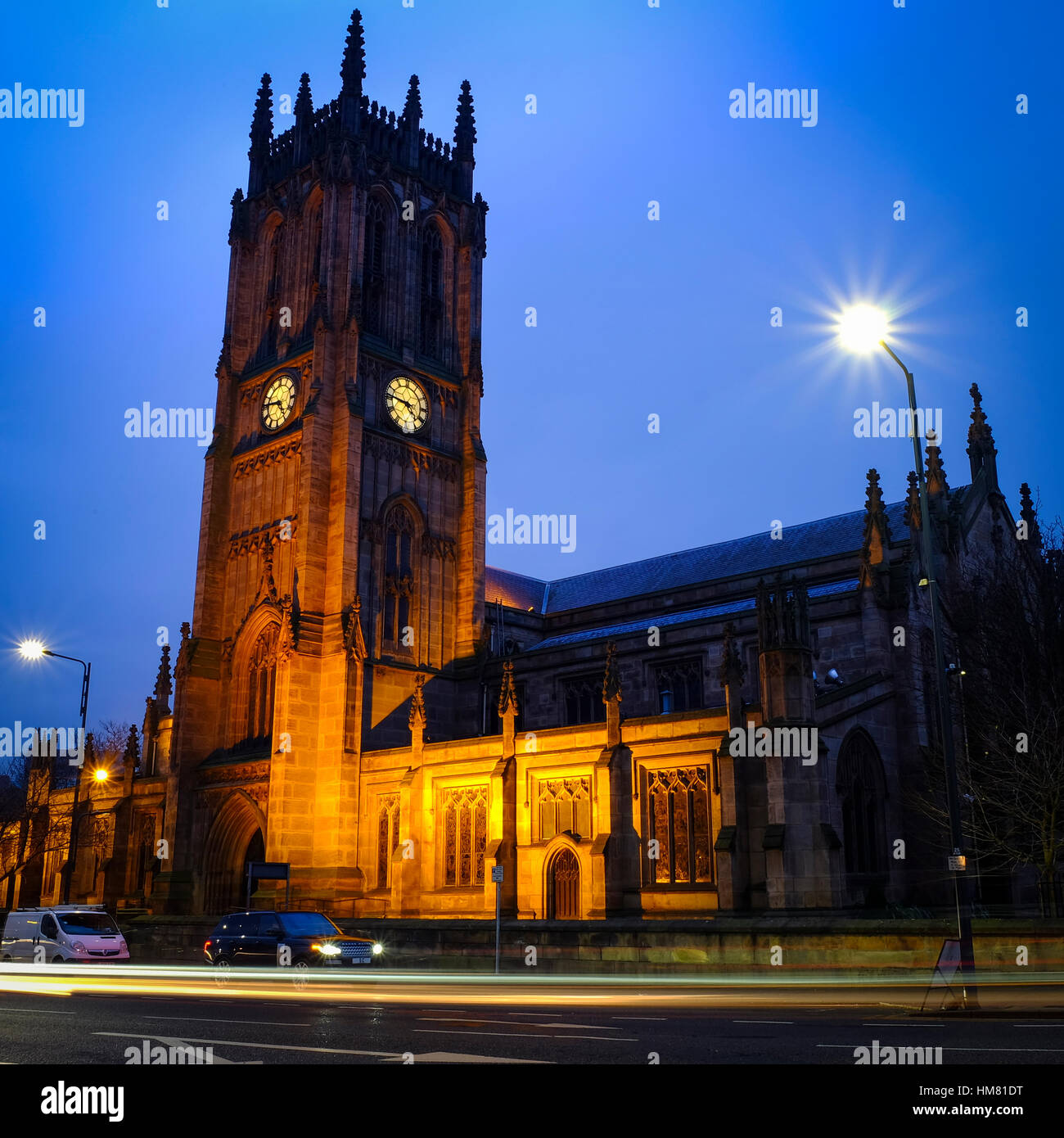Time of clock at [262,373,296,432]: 4:46
